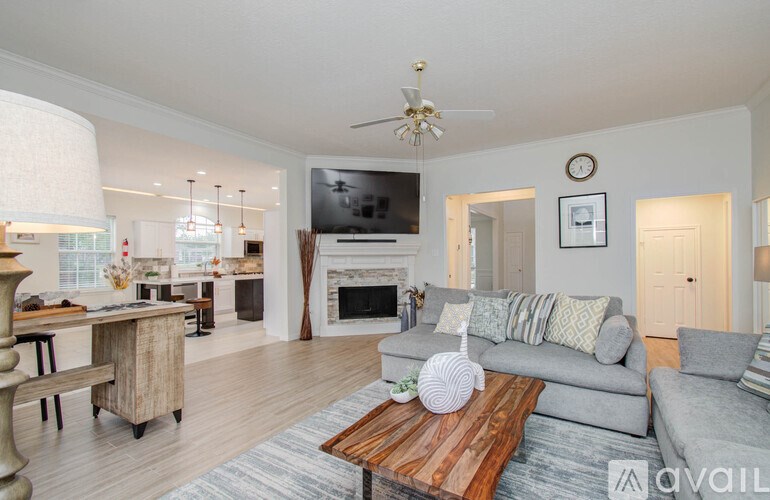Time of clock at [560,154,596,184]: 5:34
